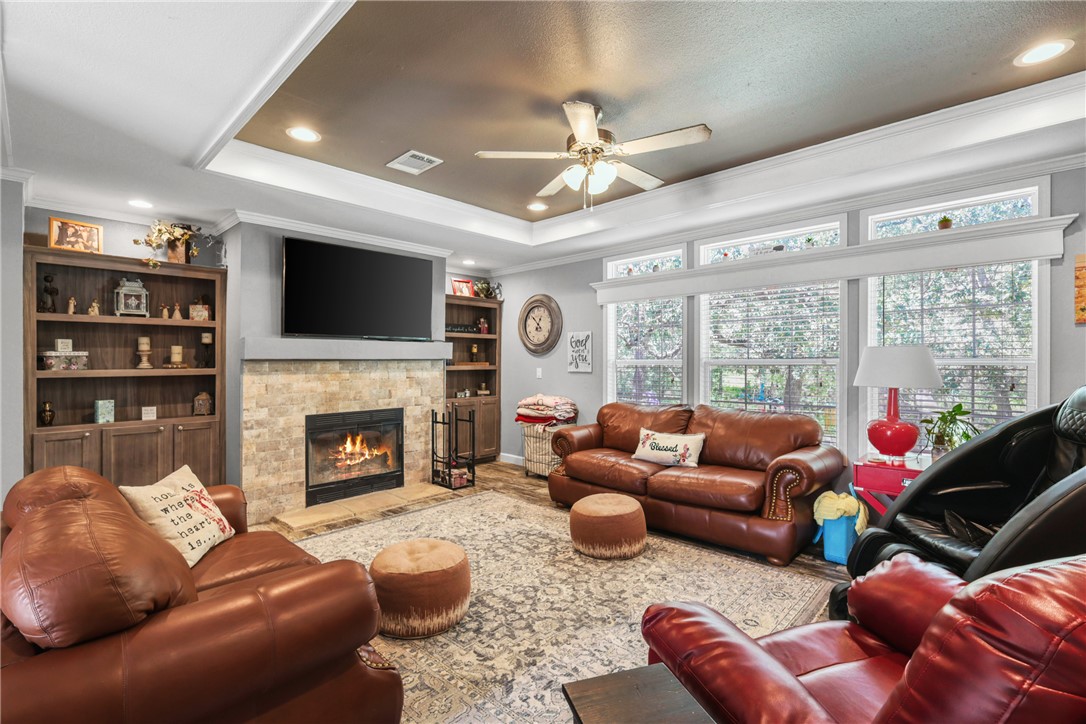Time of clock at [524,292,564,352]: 12:52
